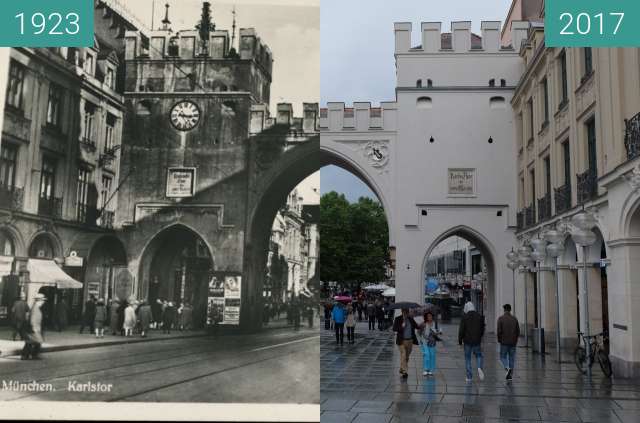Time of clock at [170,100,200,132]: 9:15
